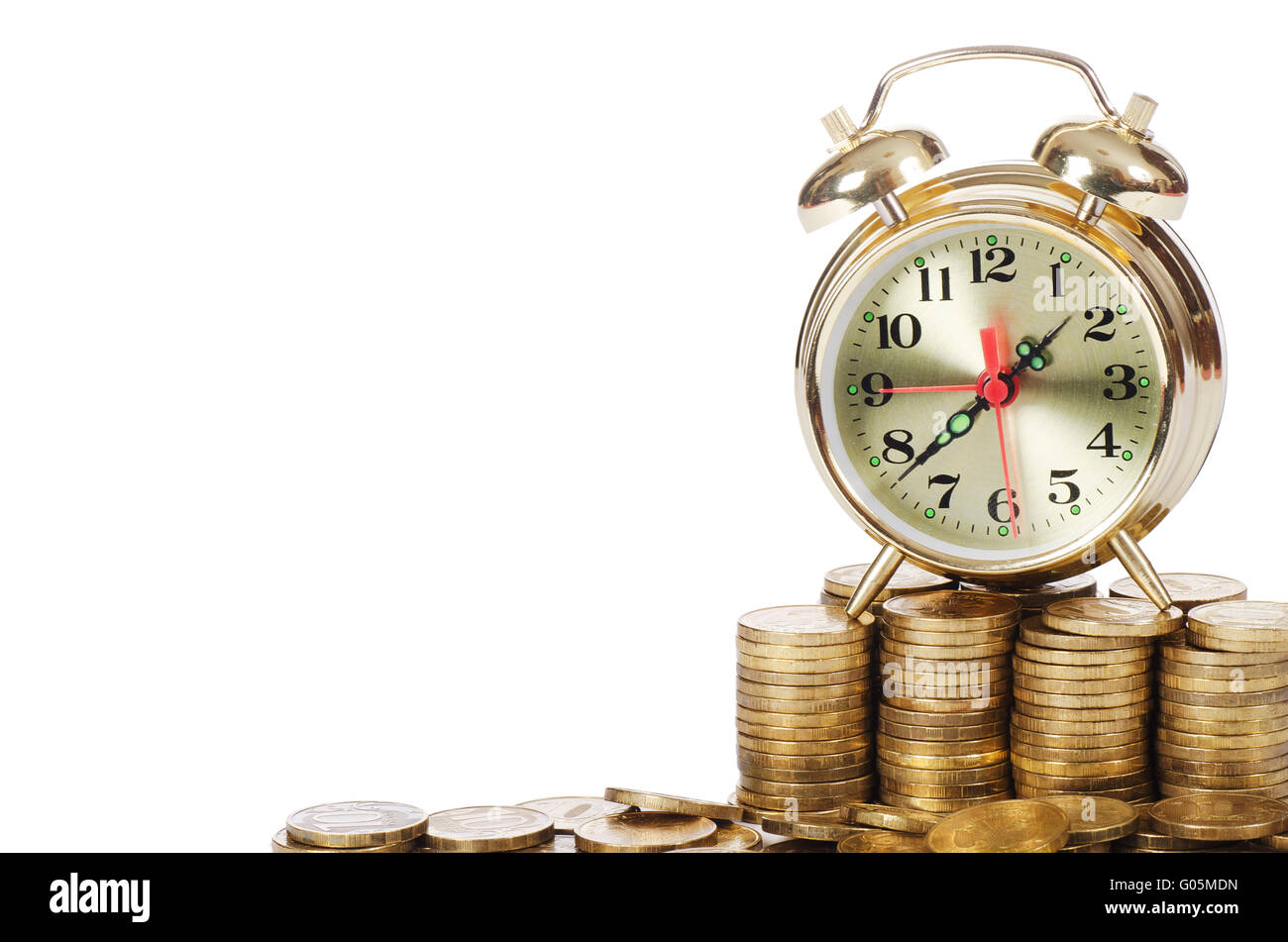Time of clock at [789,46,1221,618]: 1:38
